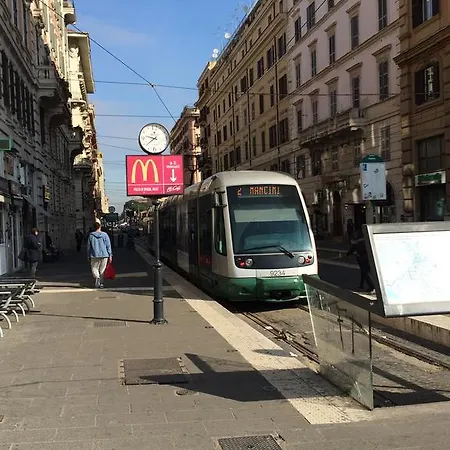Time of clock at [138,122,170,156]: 9:38
